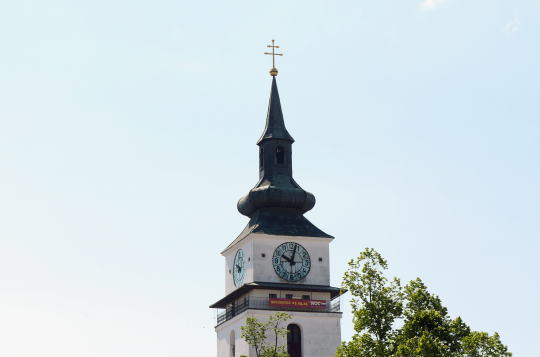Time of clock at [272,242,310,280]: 10:02
